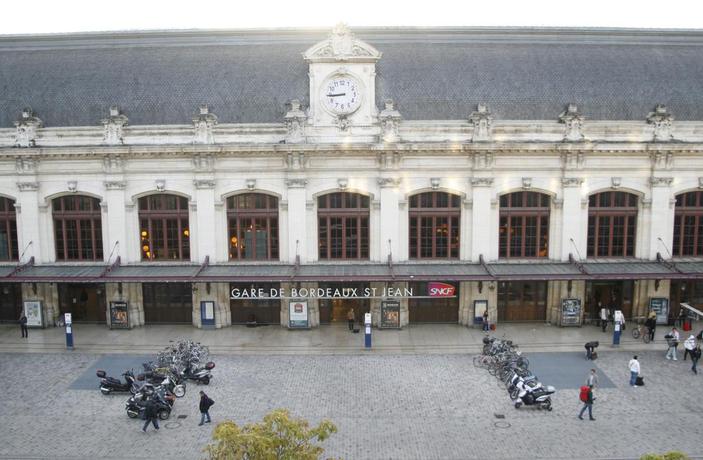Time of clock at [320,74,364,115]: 8:44
